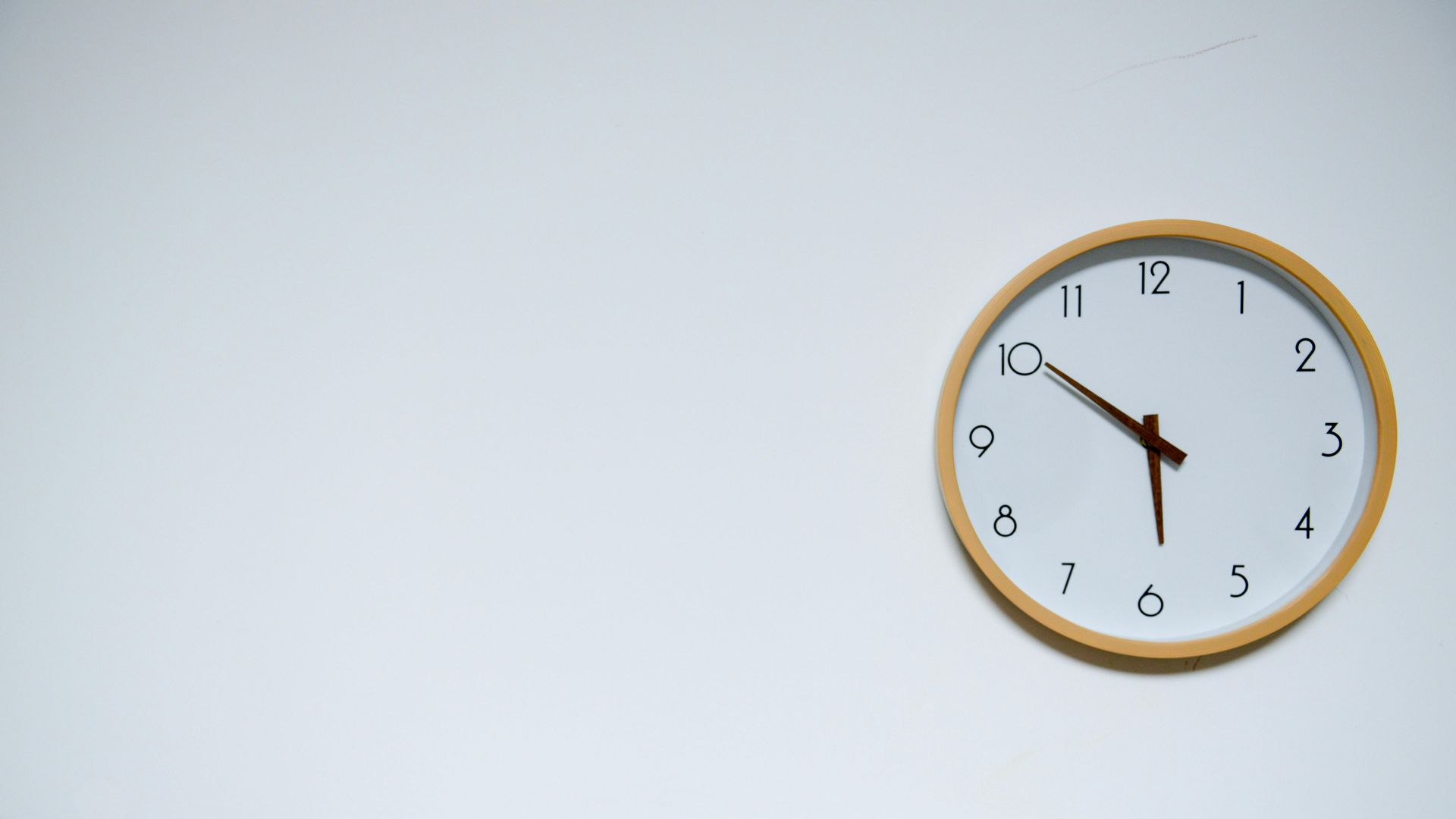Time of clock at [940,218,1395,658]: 5:50
